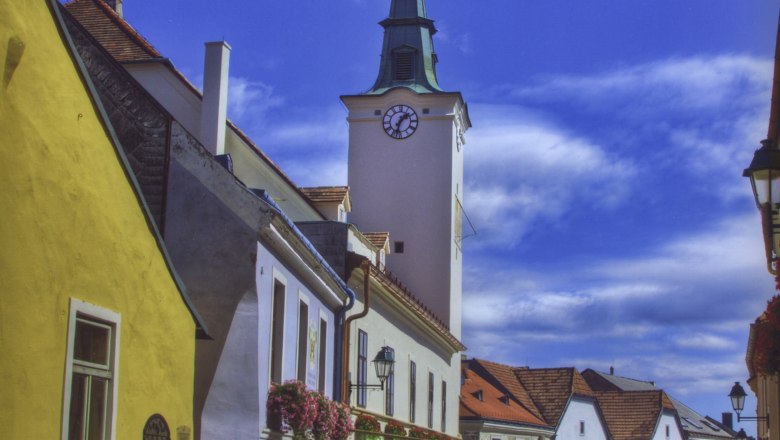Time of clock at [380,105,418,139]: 1:32
